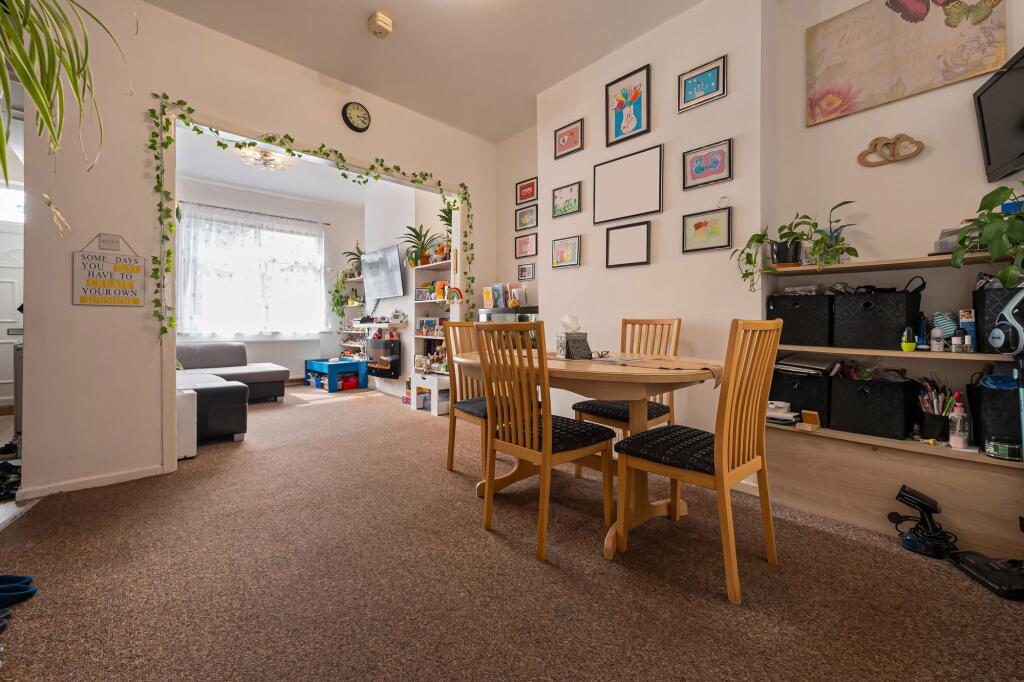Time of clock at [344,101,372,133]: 4:12
